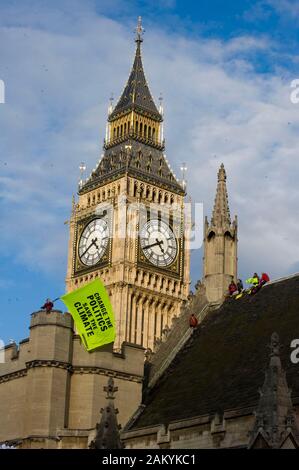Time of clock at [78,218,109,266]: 4:40
